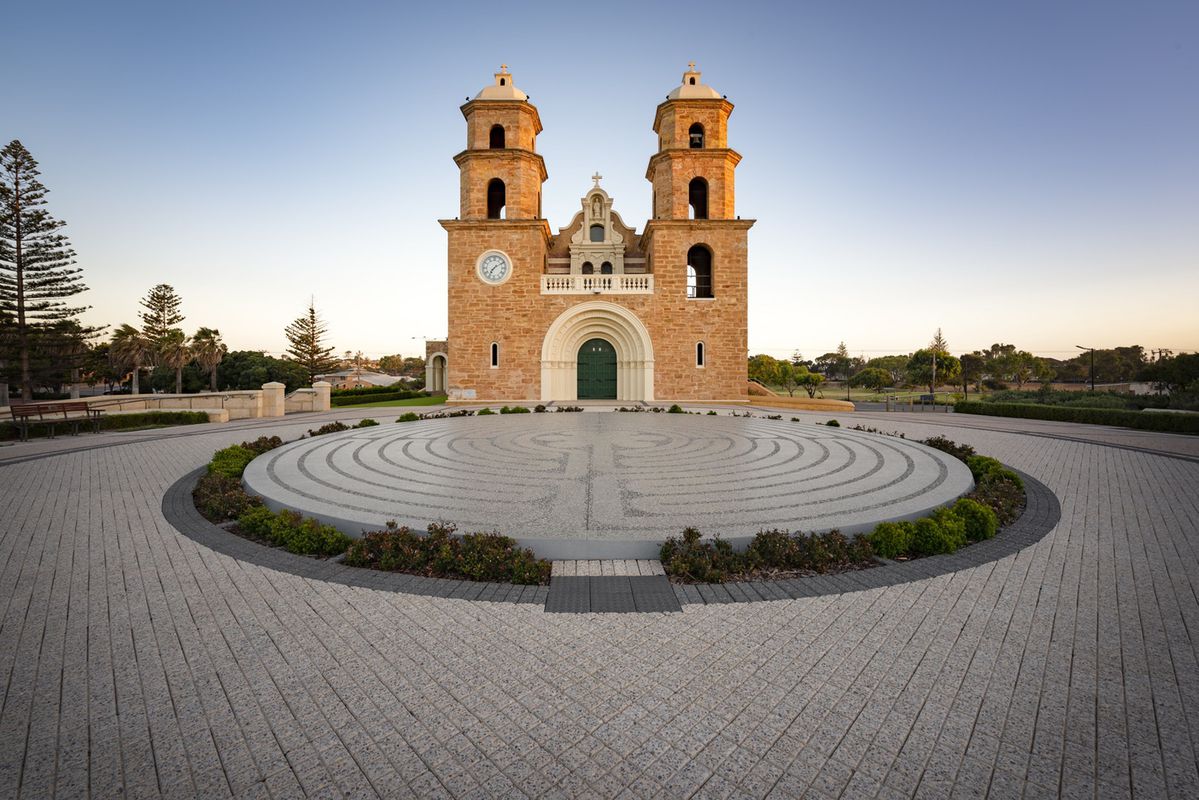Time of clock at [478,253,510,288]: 7:09
